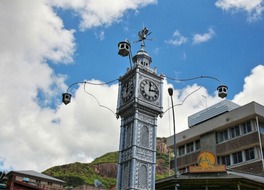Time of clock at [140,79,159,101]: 12:13
